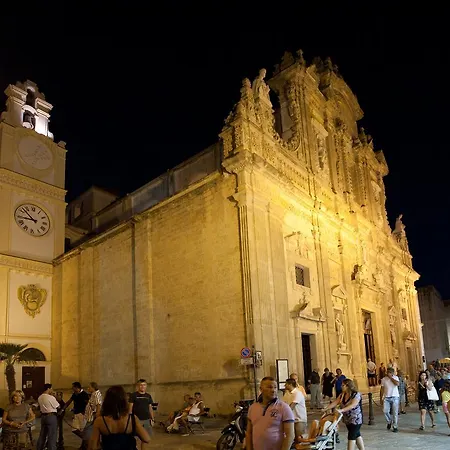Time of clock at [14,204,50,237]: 8:52
